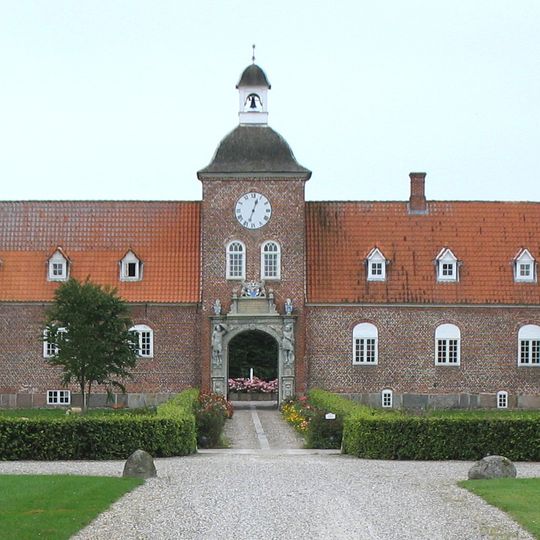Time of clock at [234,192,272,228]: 12:32
